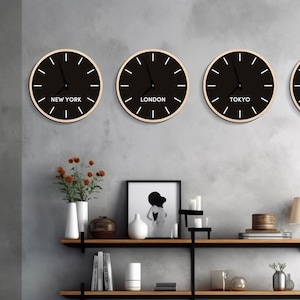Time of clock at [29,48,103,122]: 6:57
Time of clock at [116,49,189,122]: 6:57
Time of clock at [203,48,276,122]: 6:57
